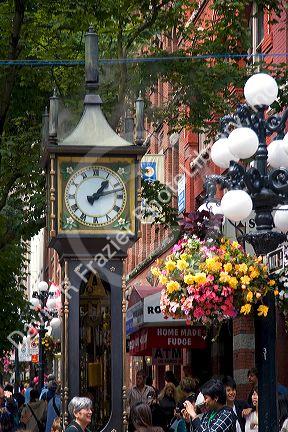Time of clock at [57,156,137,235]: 1:12
